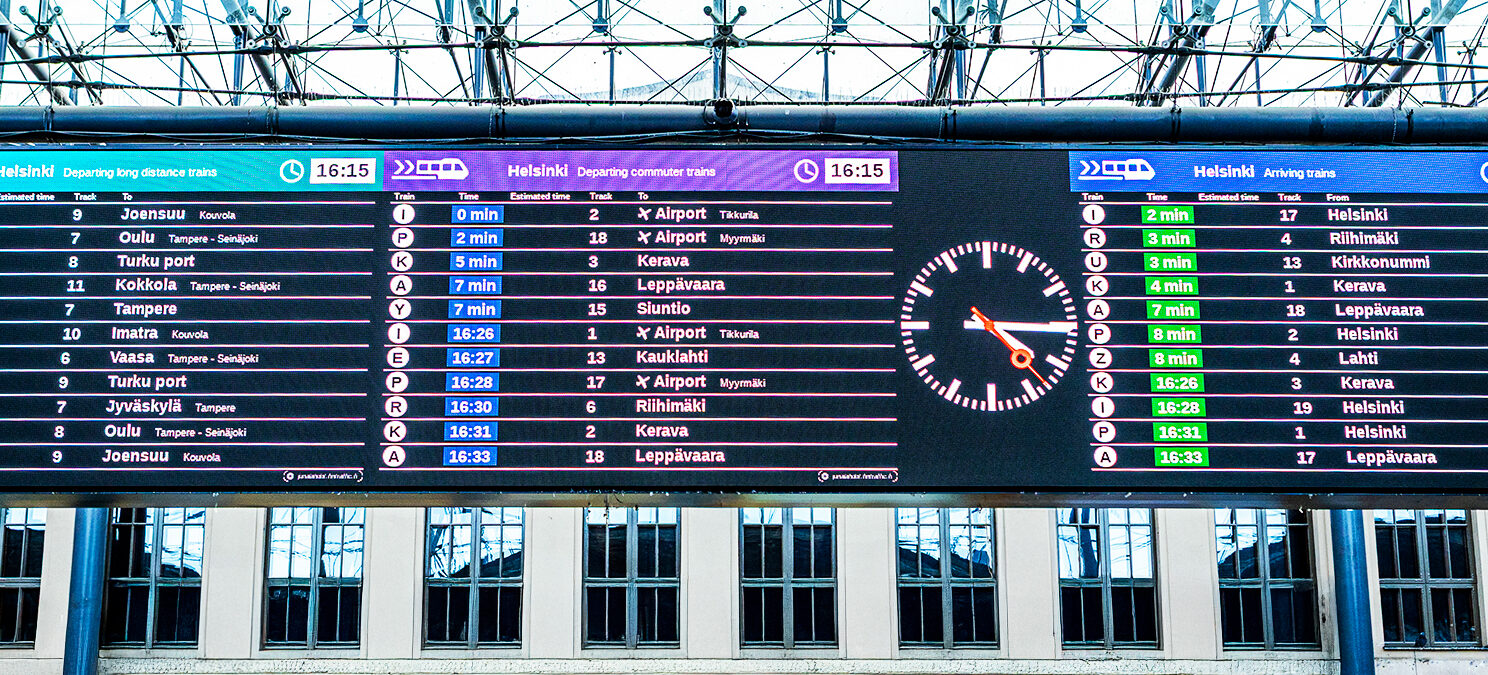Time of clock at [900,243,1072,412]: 4:15
